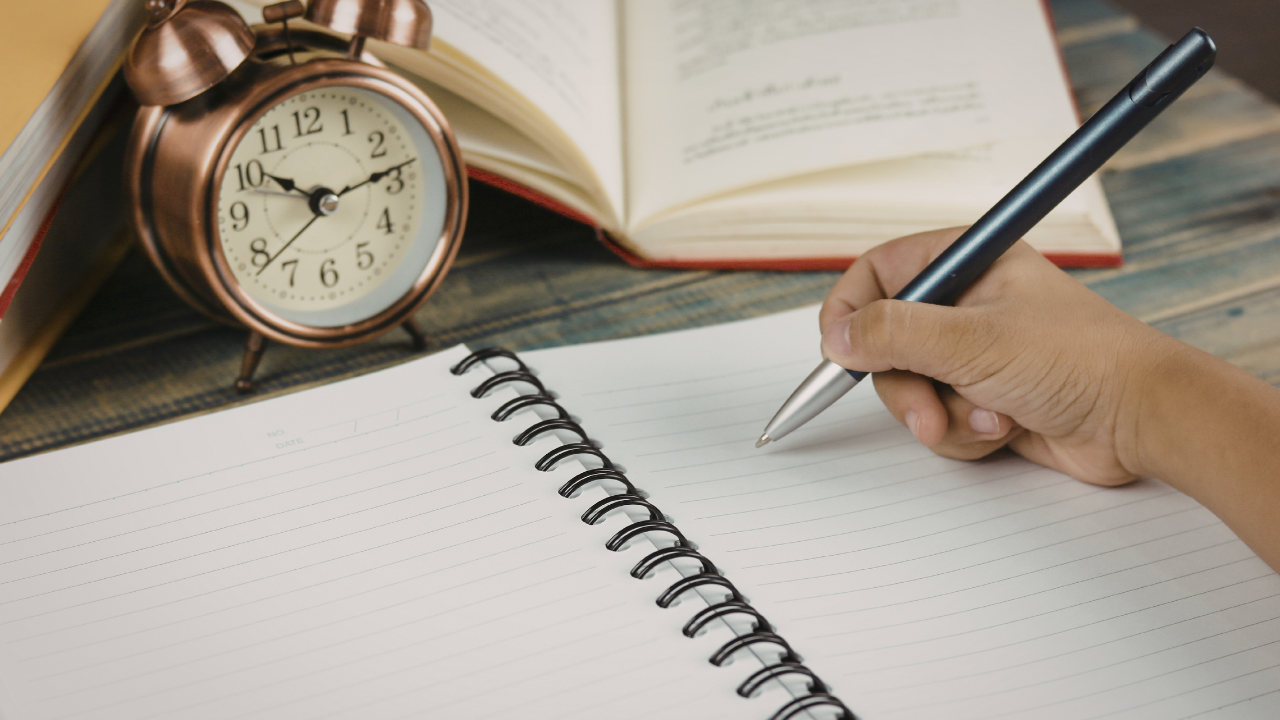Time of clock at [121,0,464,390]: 10:13
